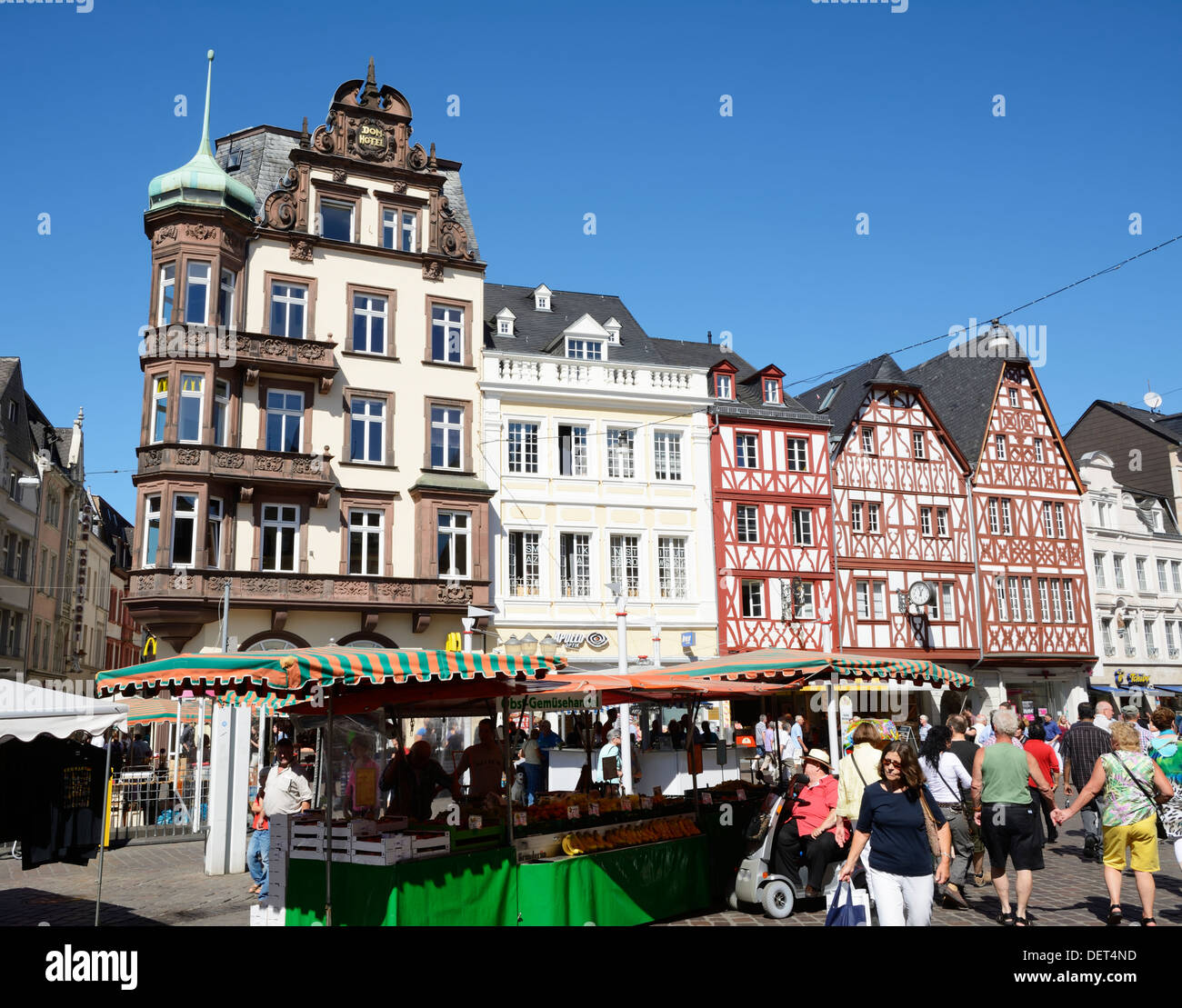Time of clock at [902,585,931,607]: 12:57
